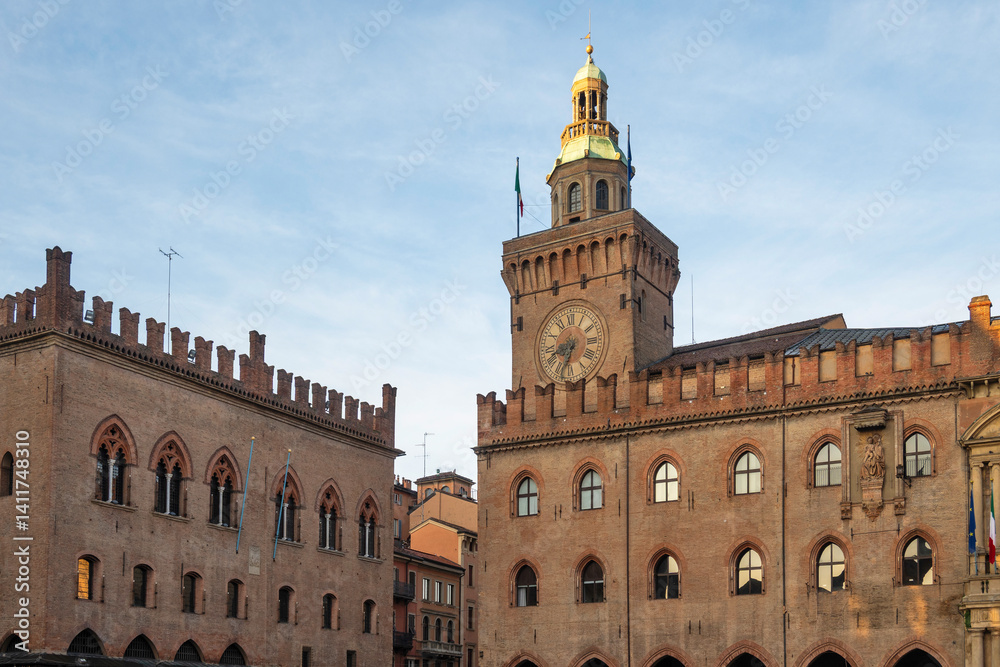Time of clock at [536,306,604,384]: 8:33
